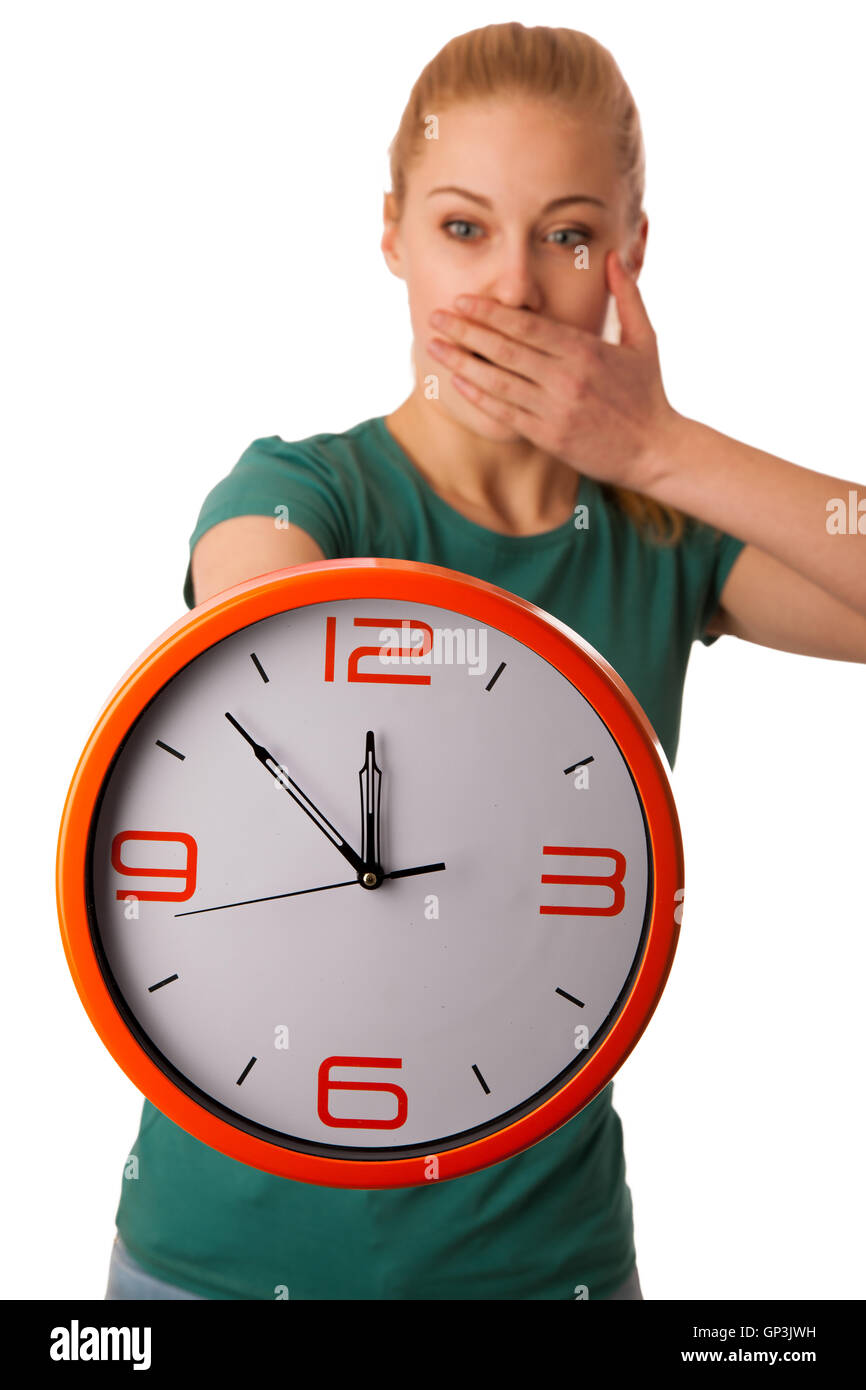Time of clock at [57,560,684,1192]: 11:52
